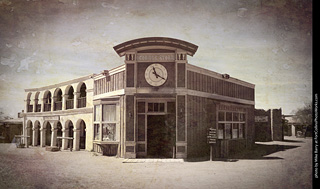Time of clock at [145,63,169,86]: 11:20
